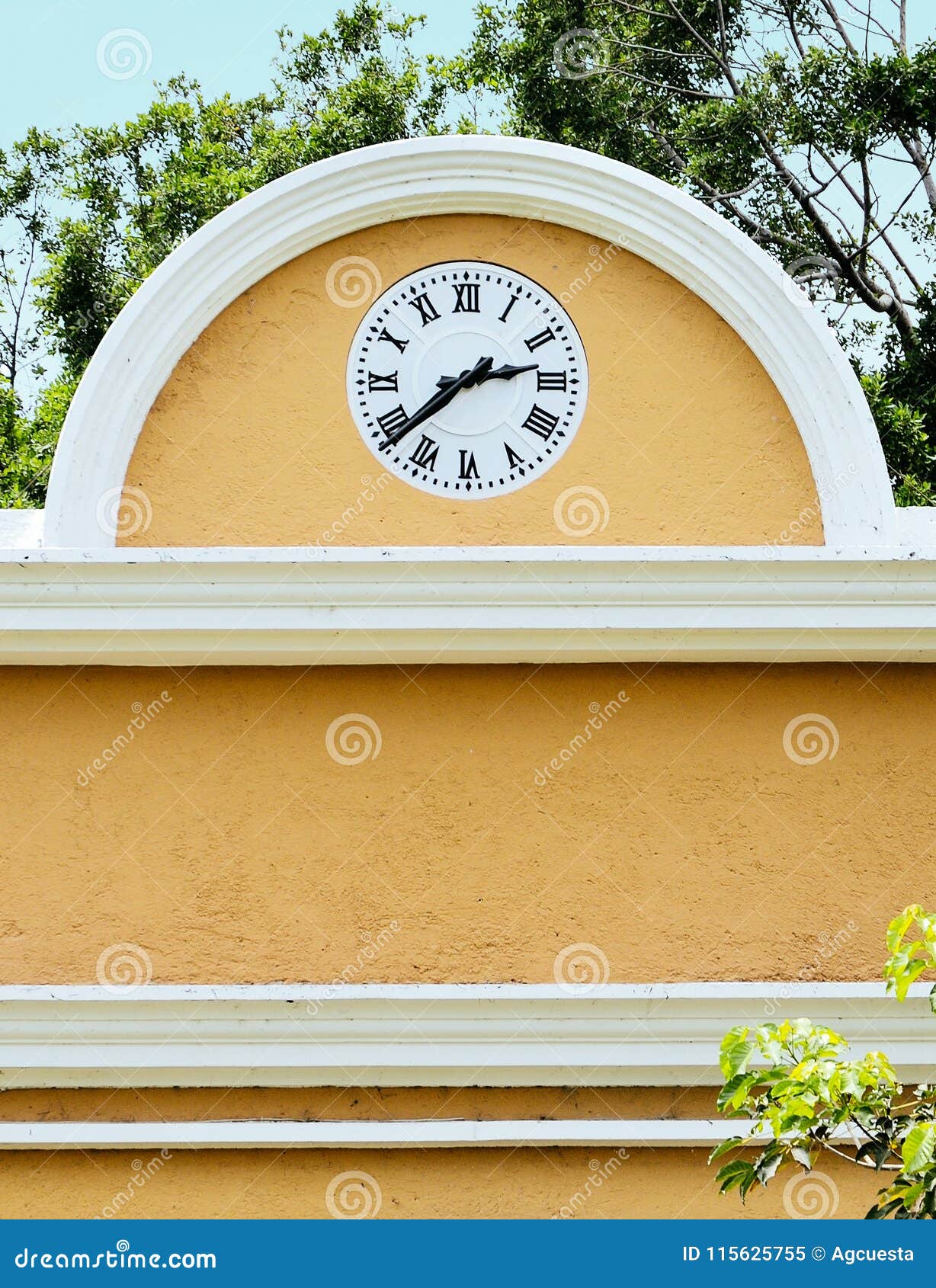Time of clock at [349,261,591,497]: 2:38
